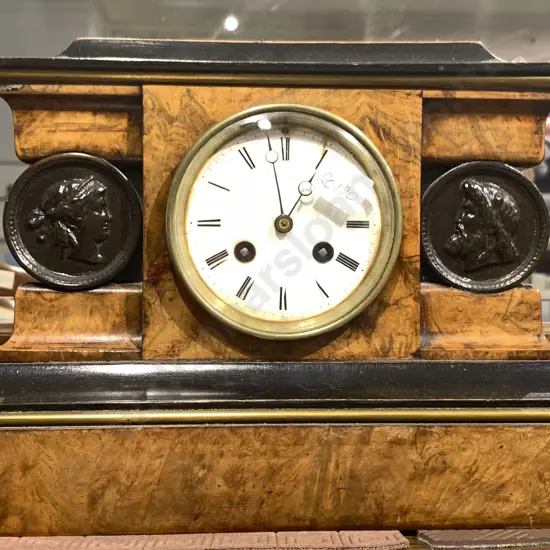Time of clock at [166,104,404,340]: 12:58
